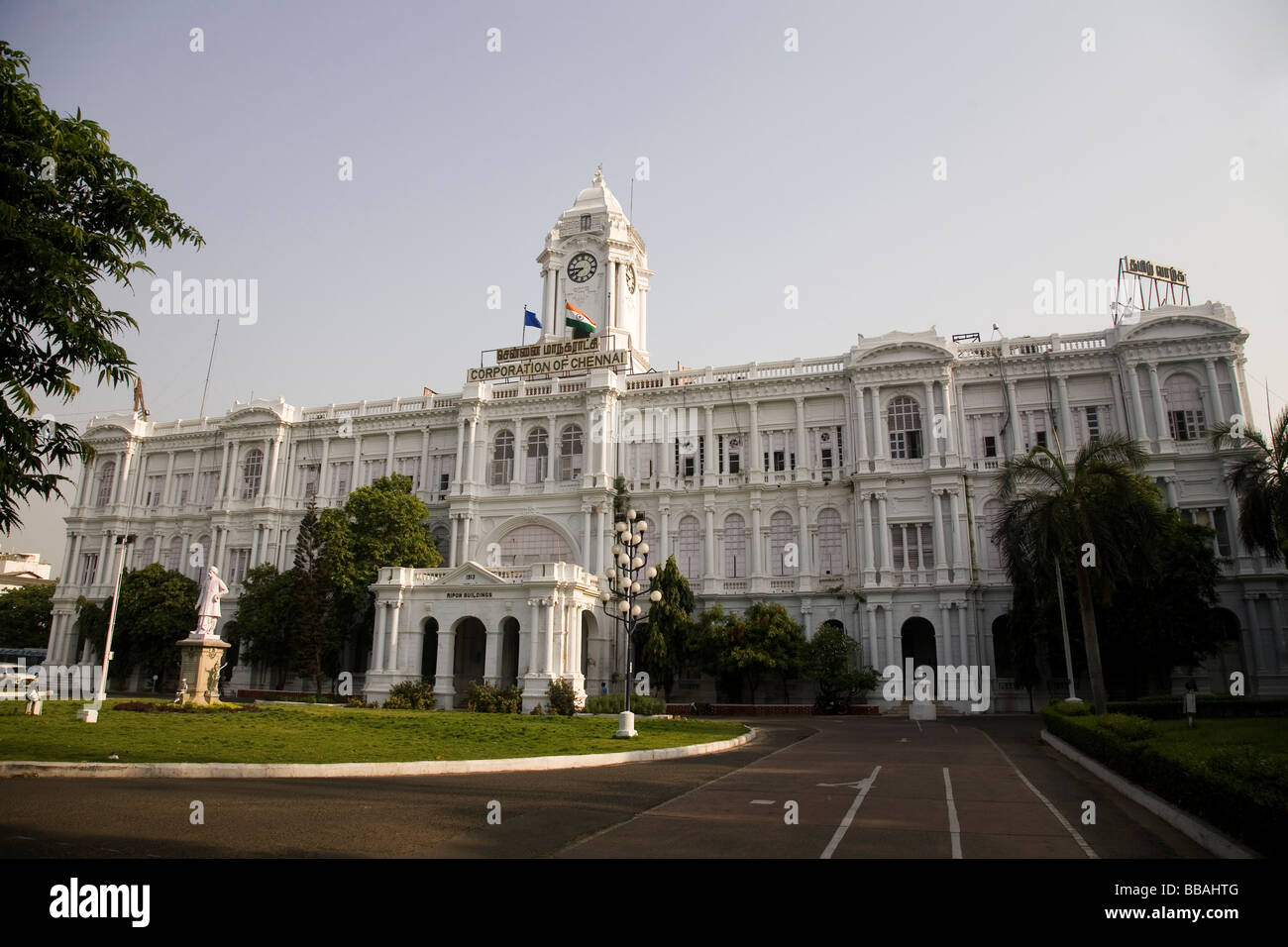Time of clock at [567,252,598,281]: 7:44
